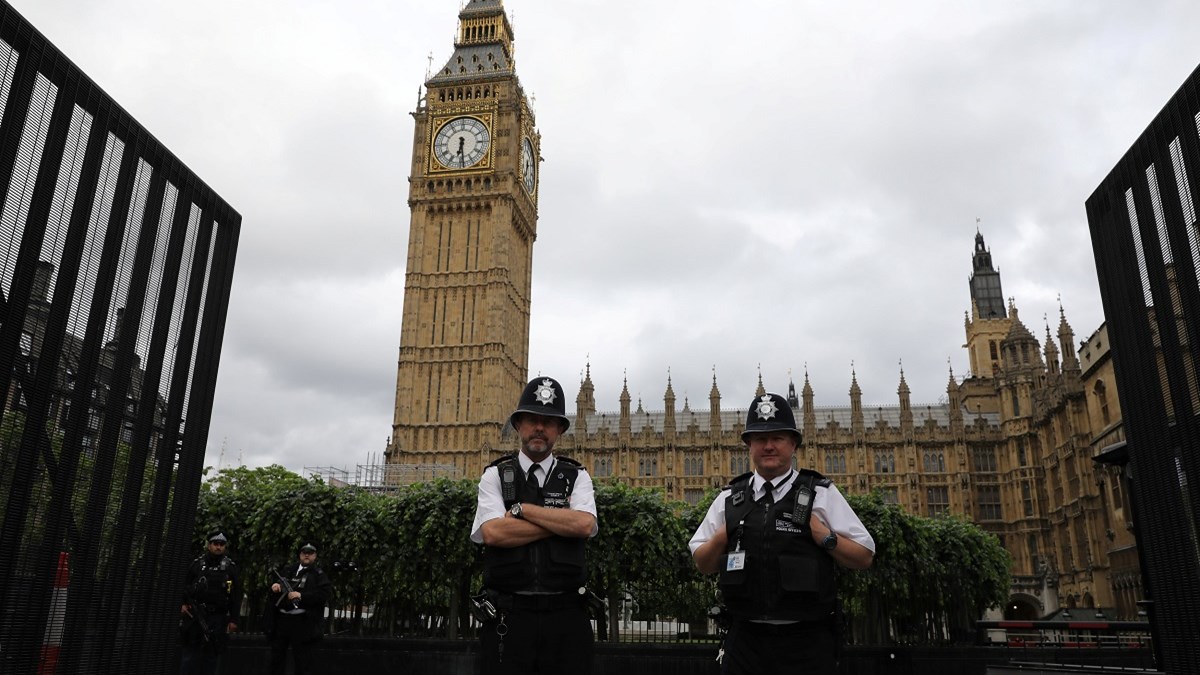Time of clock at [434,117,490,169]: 6:29
